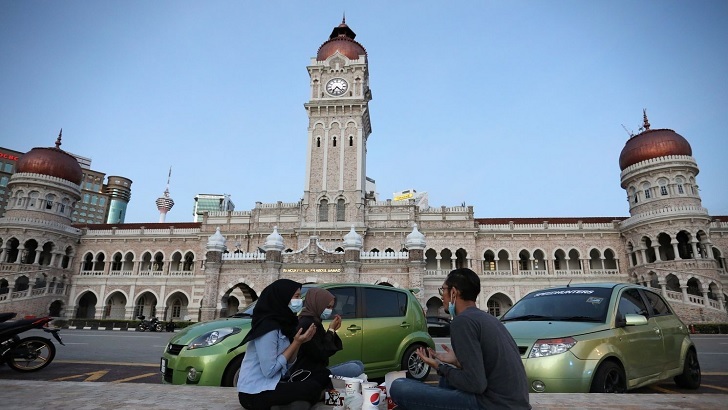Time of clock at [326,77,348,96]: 7:22
